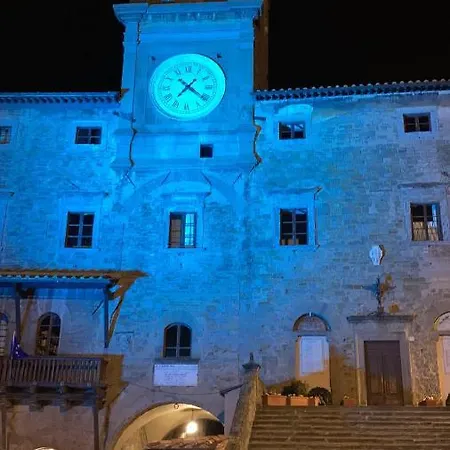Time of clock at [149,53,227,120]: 7:21
